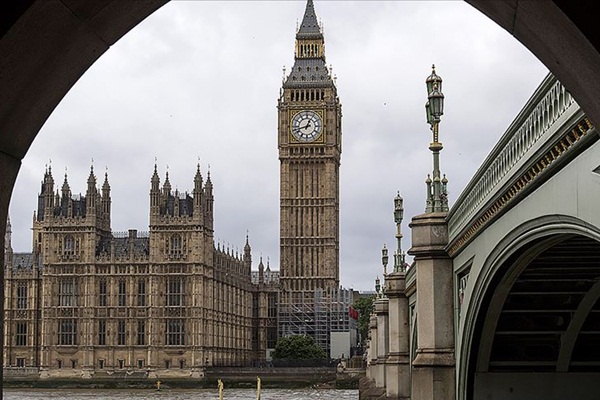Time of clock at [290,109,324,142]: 12:42
